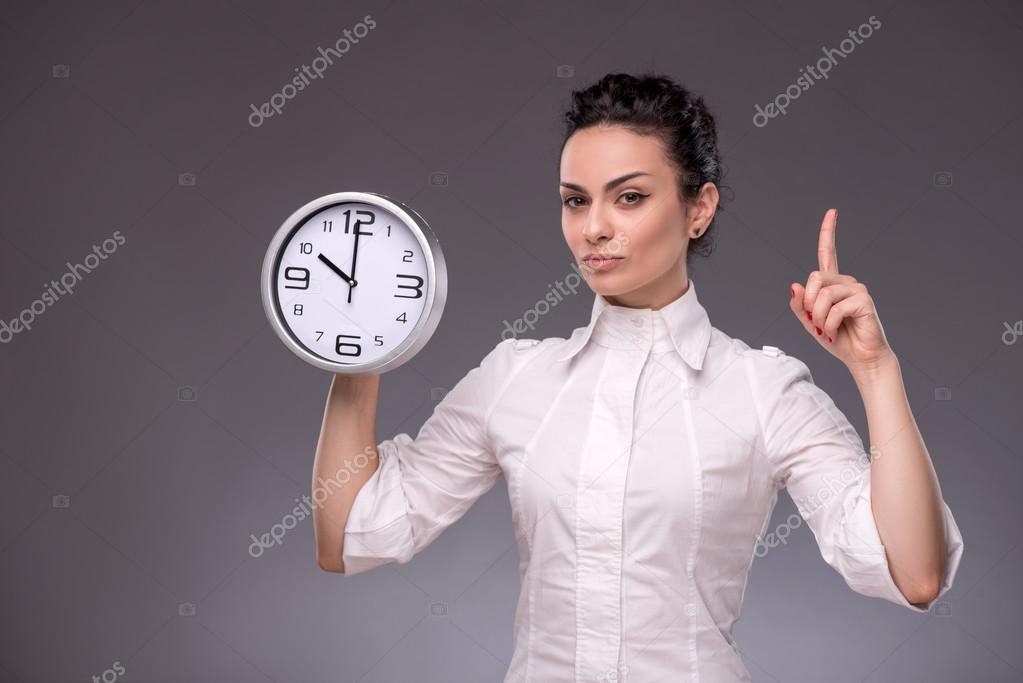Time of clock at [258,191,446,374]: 9:59
